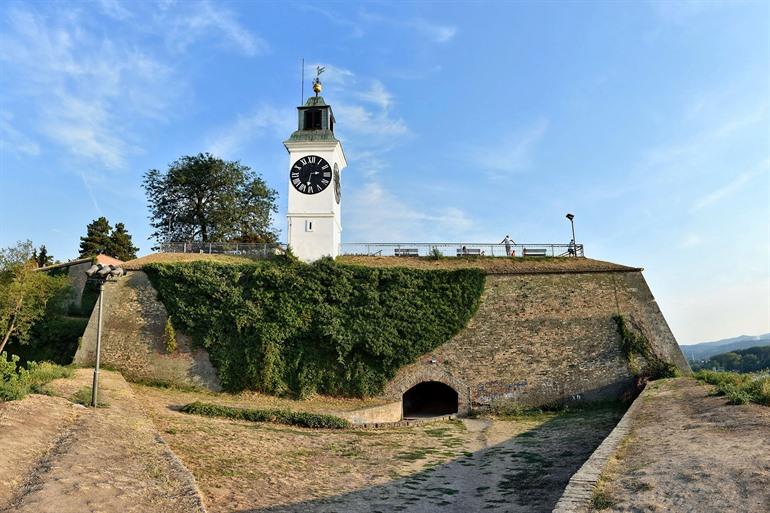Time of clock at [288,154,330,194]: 2:33
